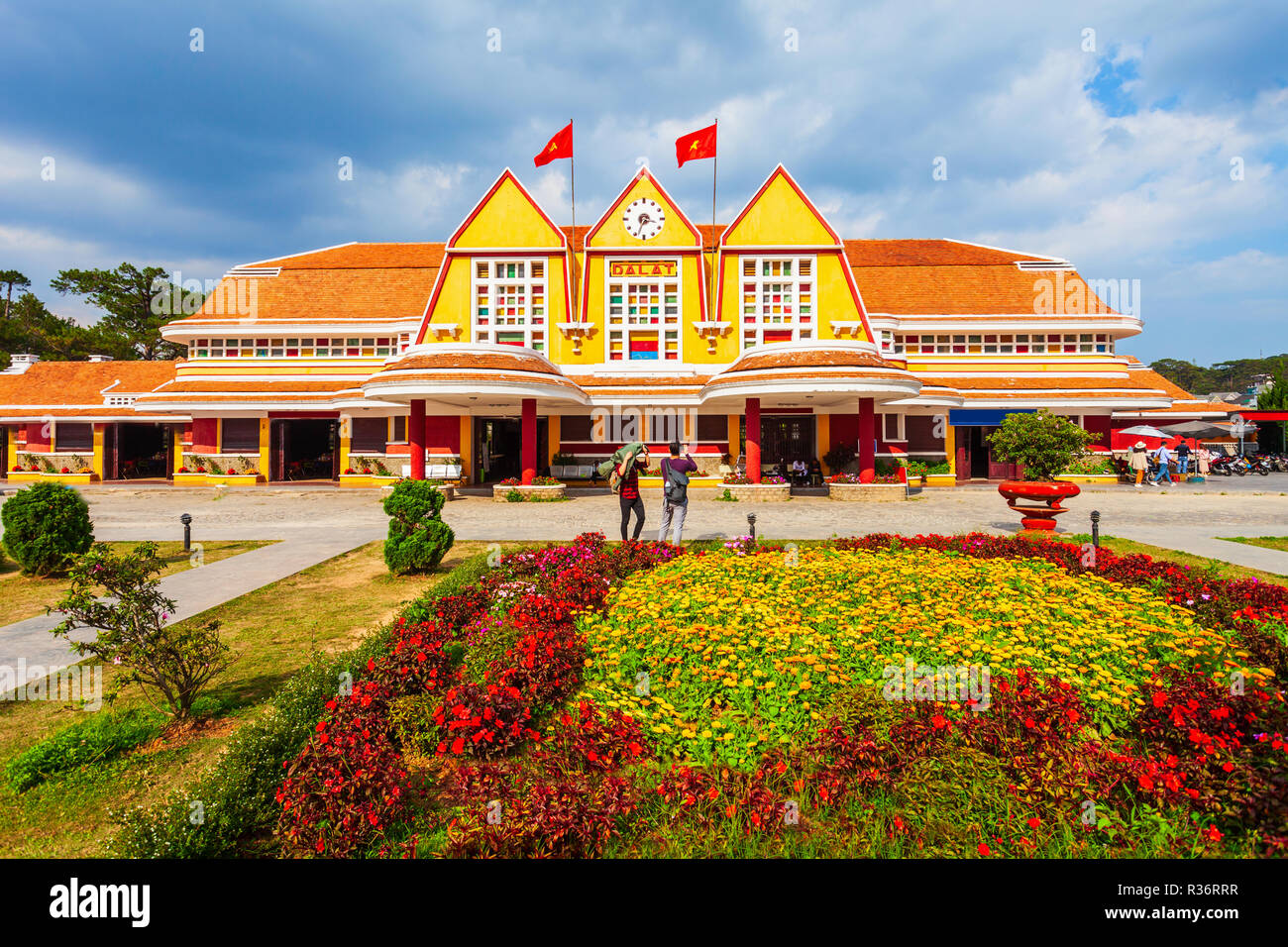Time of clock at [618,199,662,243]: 3:33
